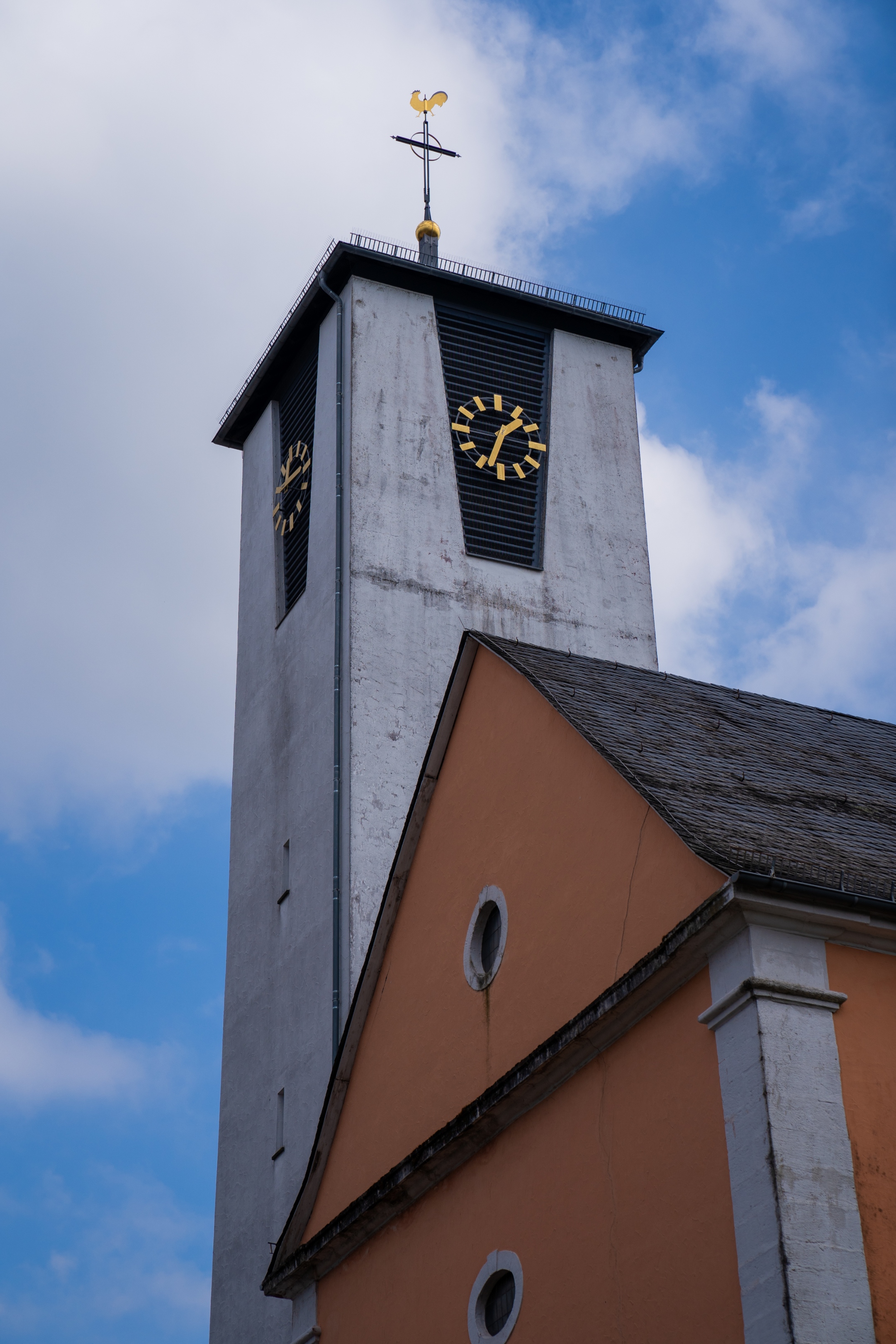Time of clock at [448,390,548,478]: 1:33
